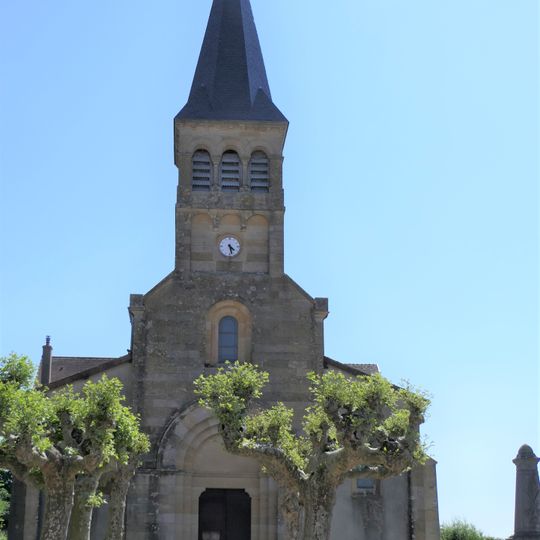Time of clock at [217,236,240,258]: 4:27
